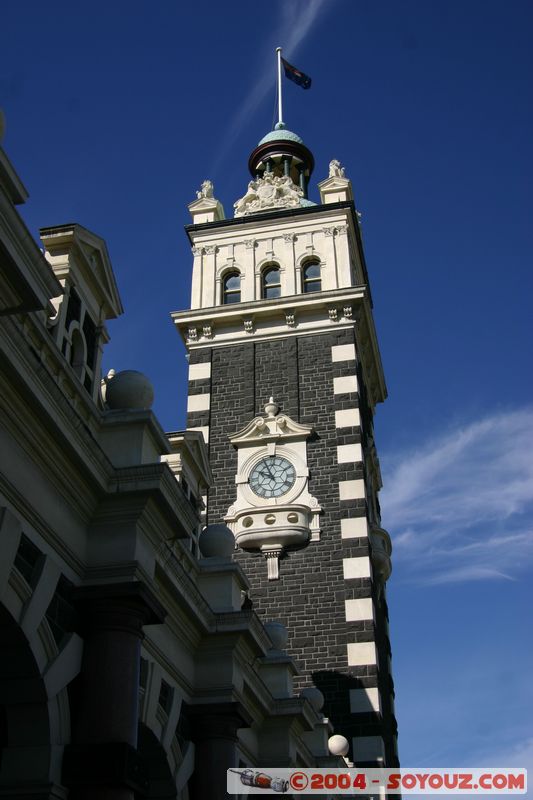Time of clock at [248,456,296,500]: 9:55
